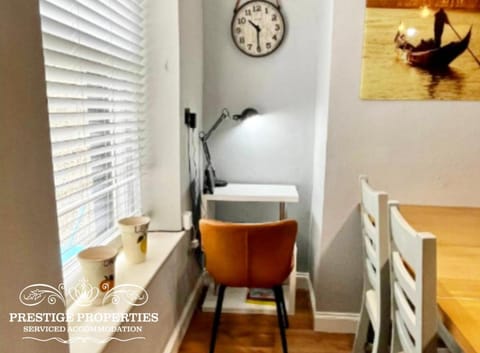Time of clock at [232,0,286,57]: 10:30
